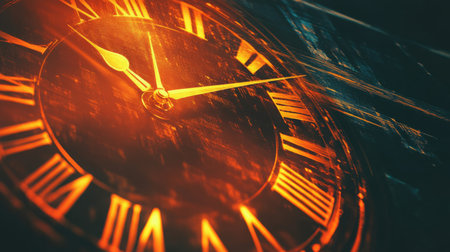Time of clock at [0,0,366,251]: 10:12
